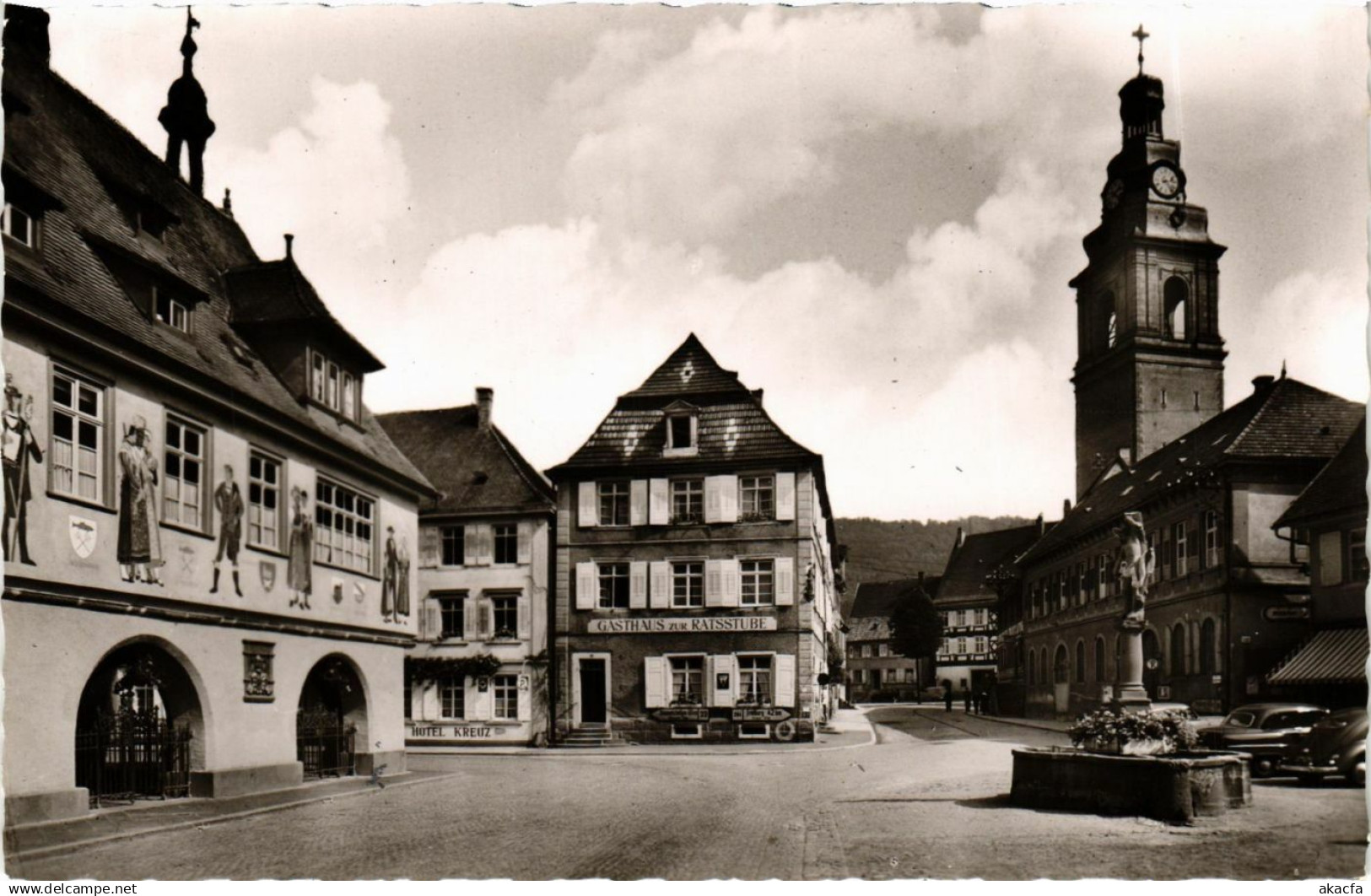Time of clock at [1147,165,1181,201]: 2:23
